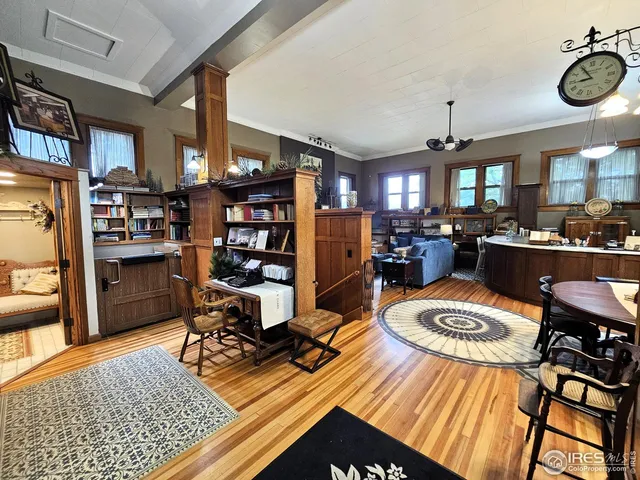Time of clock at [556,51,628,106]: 8:54
